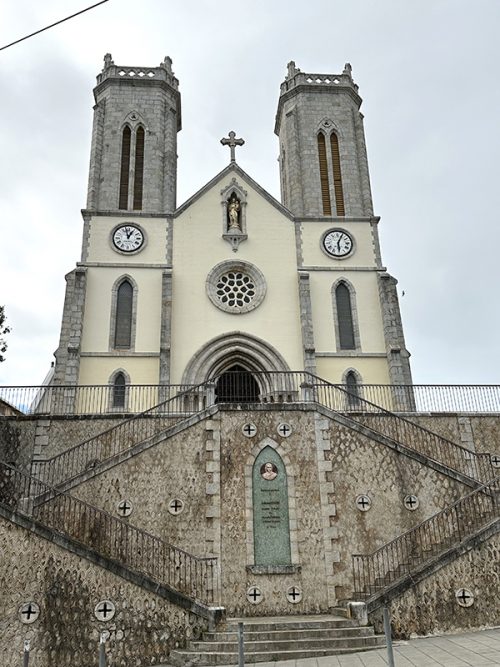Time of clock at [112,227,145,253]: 12:57
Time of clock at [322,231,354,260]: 6:04
